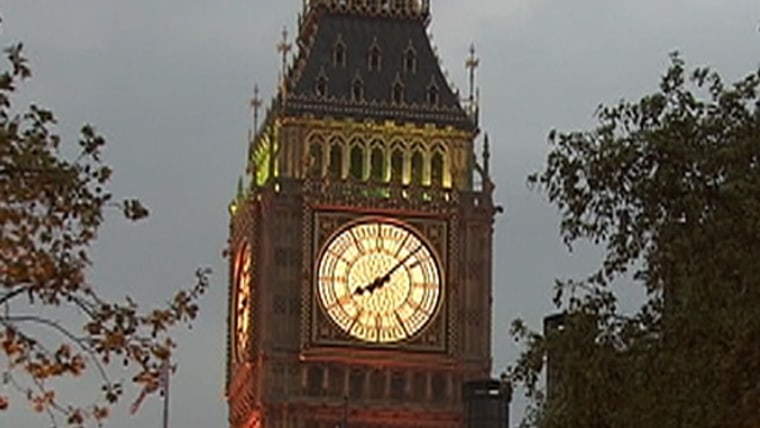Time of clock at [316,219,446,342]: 8:07
